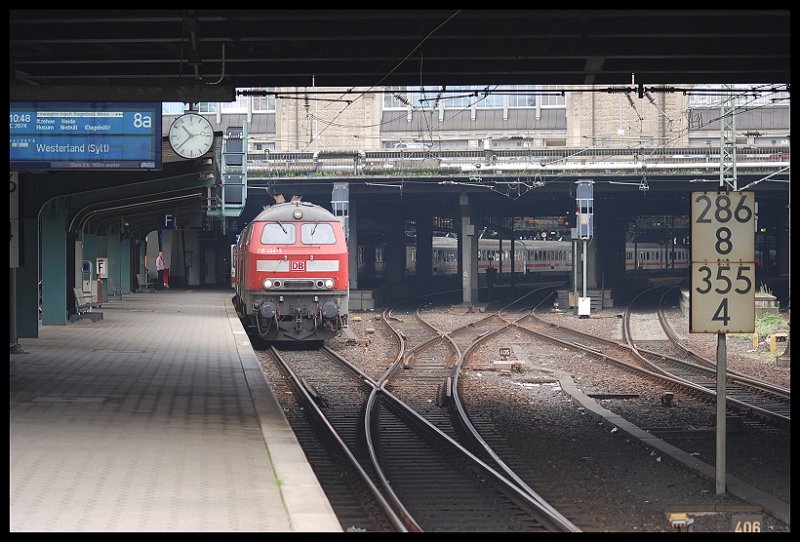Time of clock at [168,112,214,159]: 10:38
